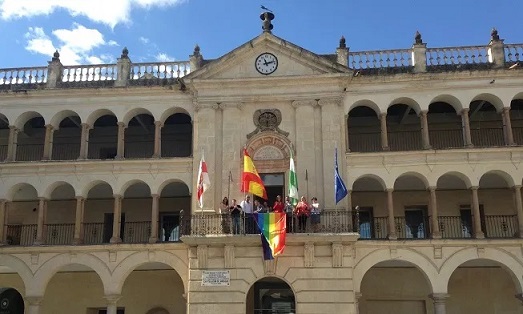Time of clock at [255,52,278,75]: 11:12
